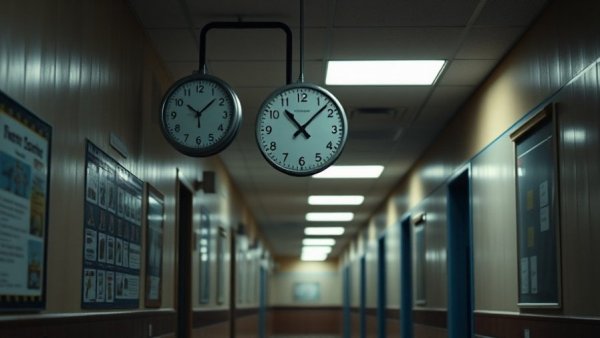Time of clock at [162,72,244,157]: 10:07
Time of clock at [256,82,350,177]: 11:07
